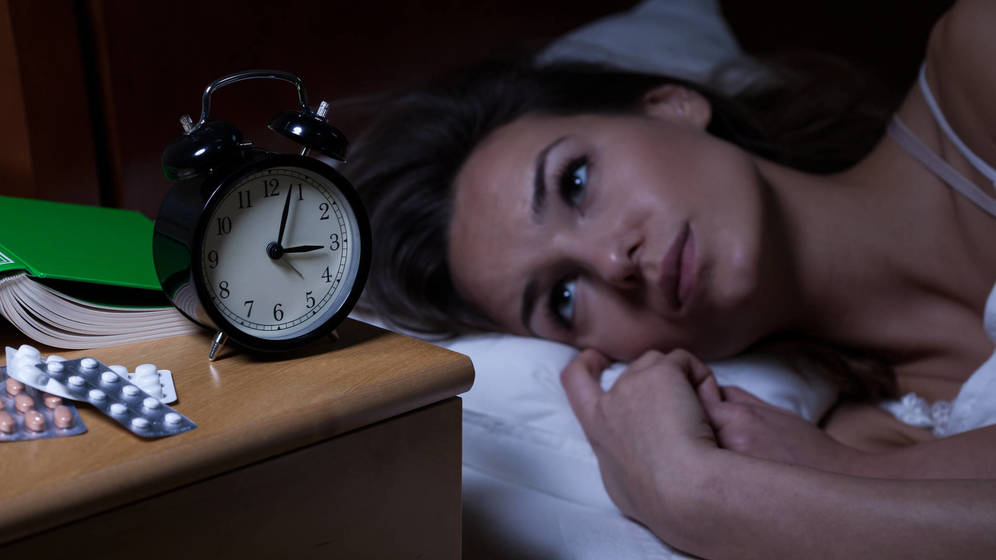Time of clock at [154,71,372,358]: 3:03
